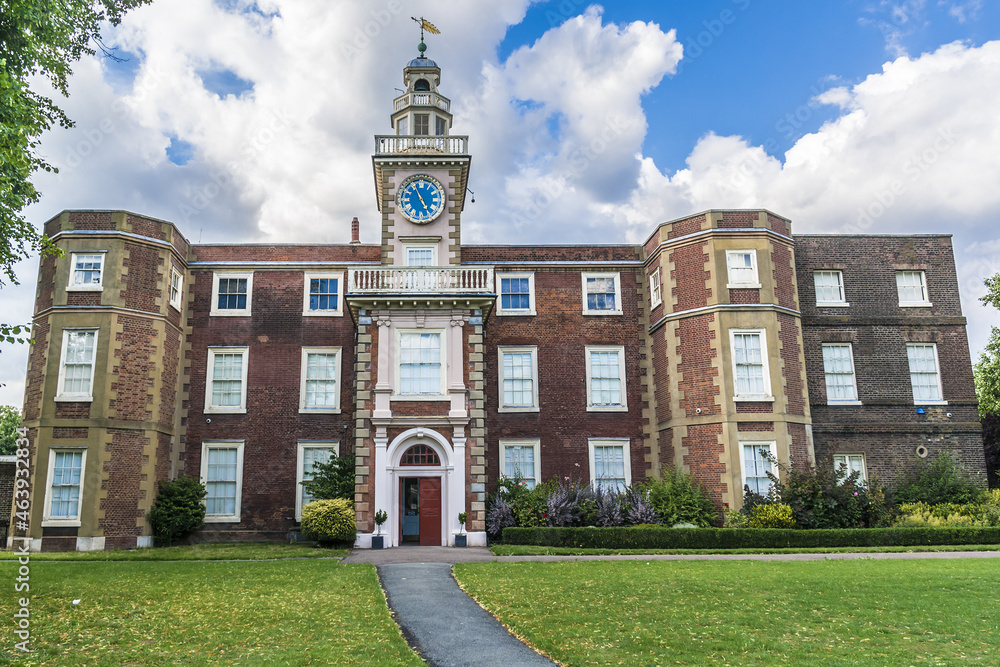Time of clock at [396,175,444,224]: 4:55
